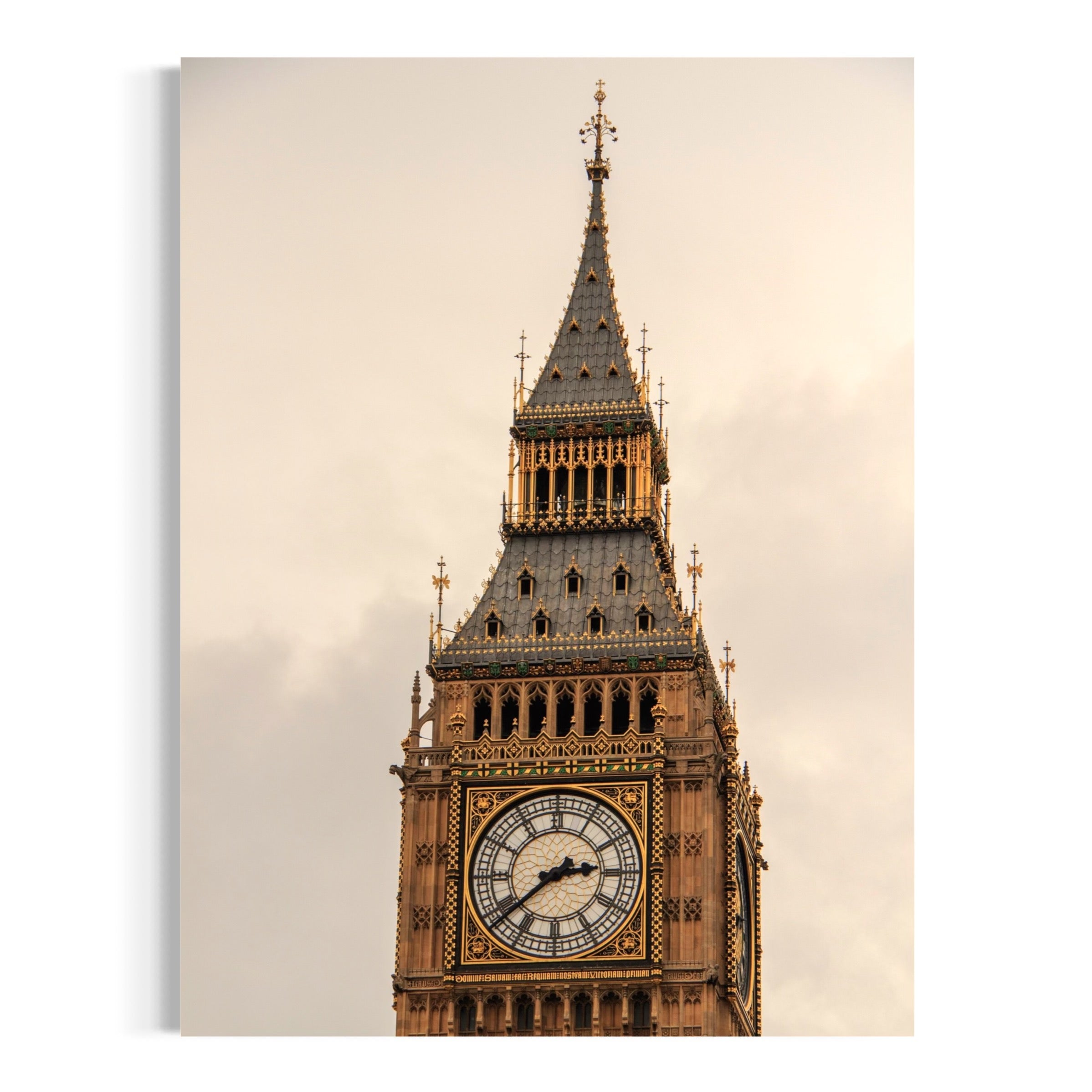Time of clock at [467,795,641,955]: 2:38
